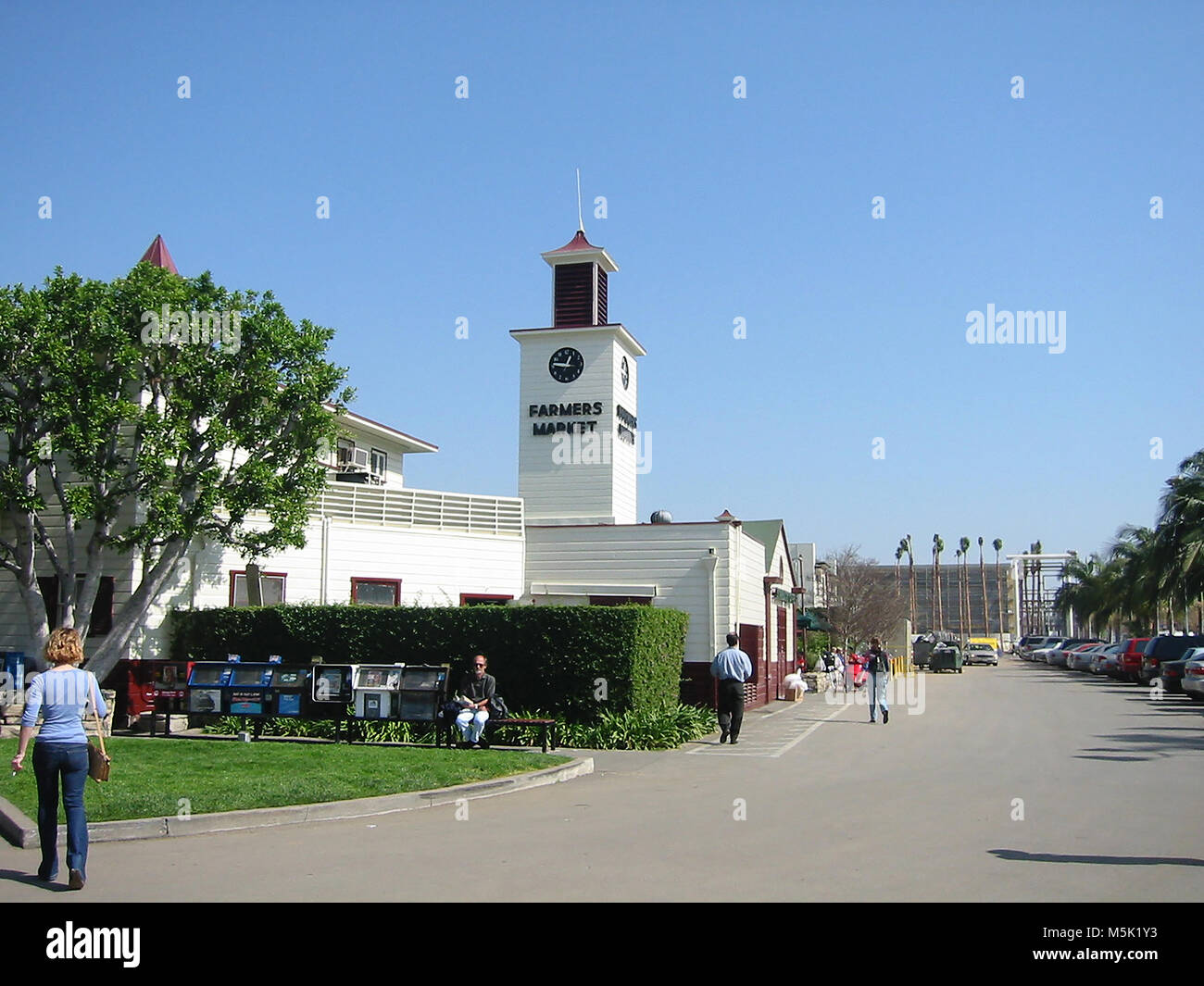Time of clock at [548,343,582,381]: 12:46
